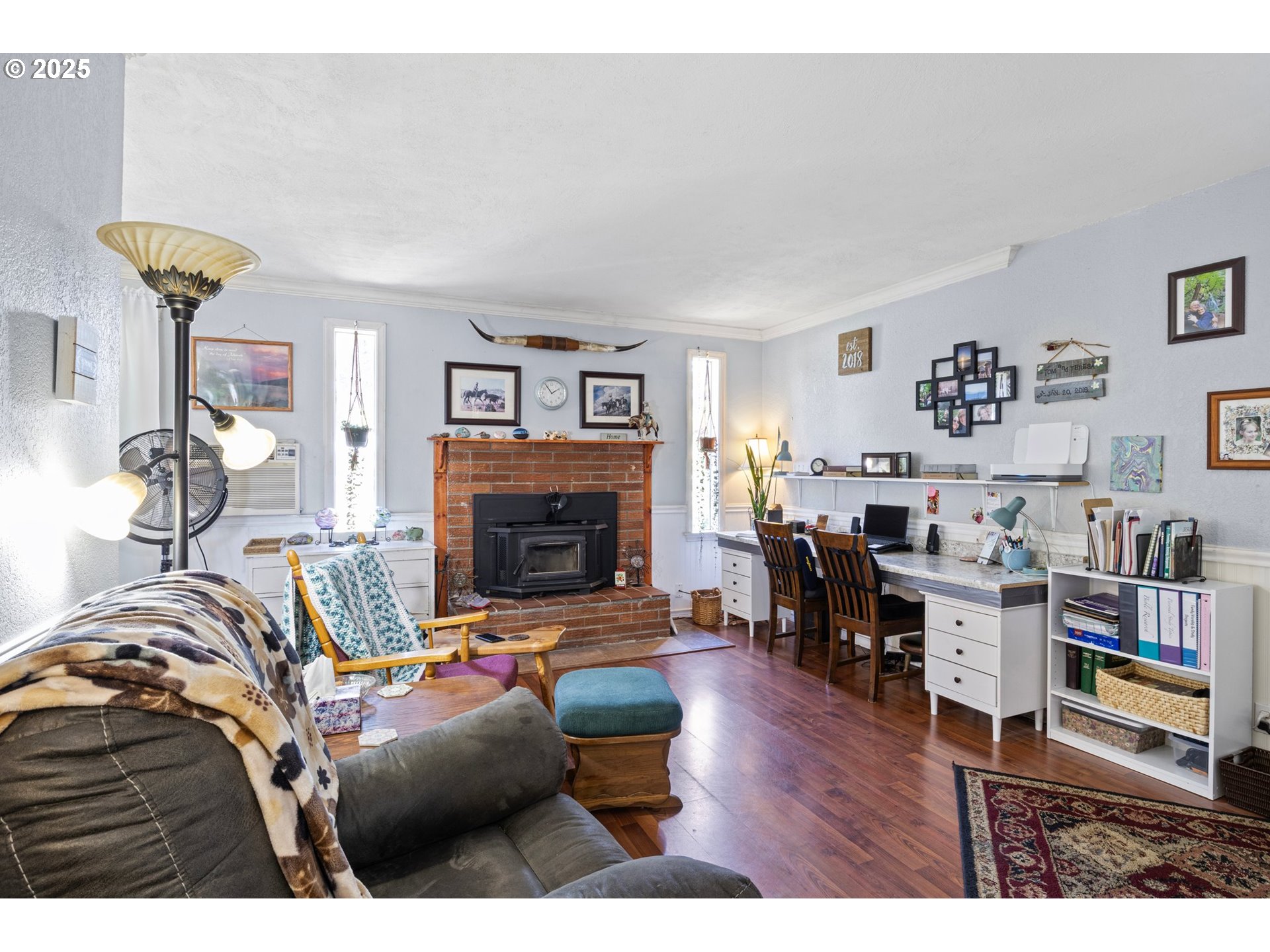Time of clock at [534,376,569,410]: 1:54
